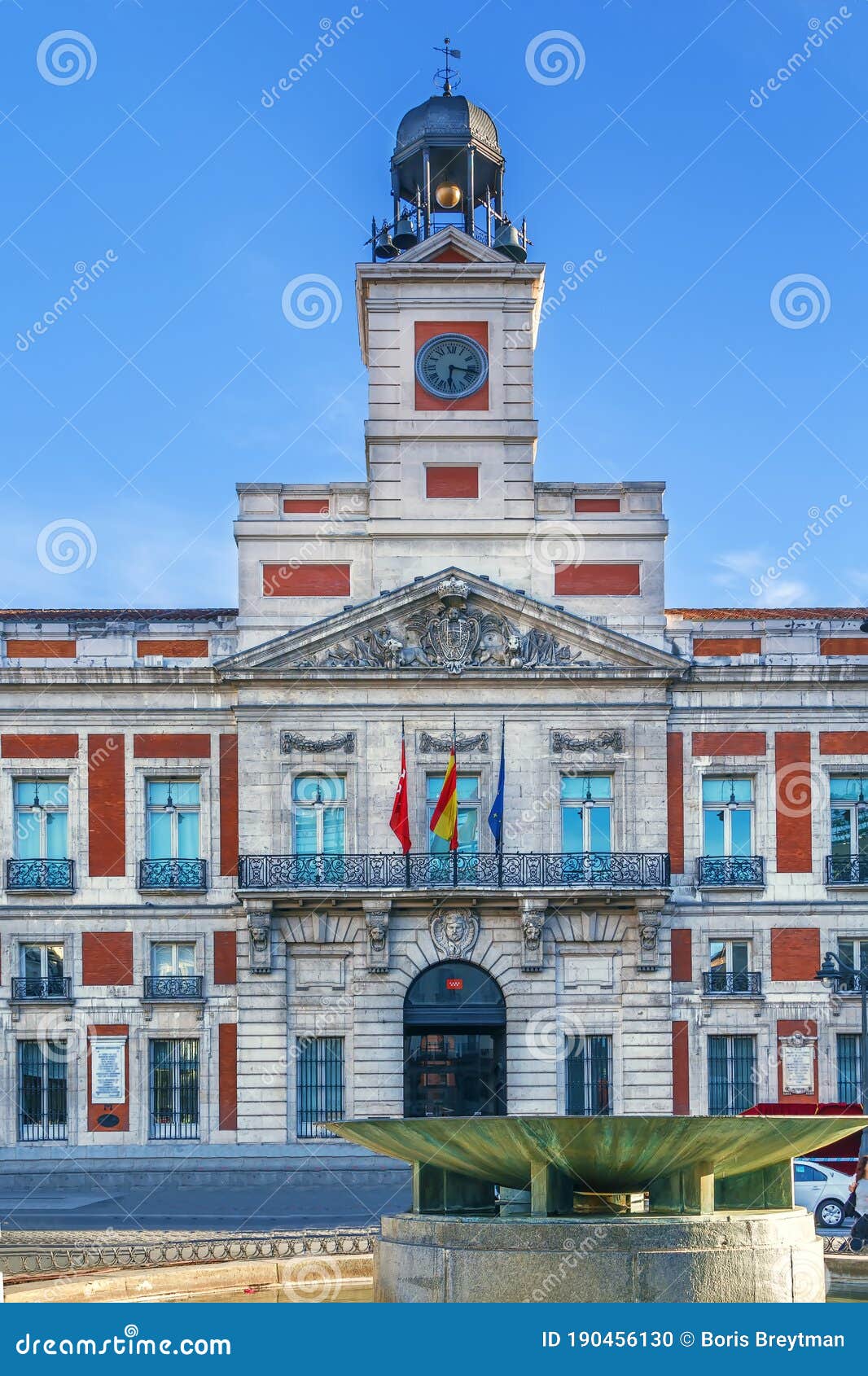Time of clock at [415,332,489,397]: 6:17
